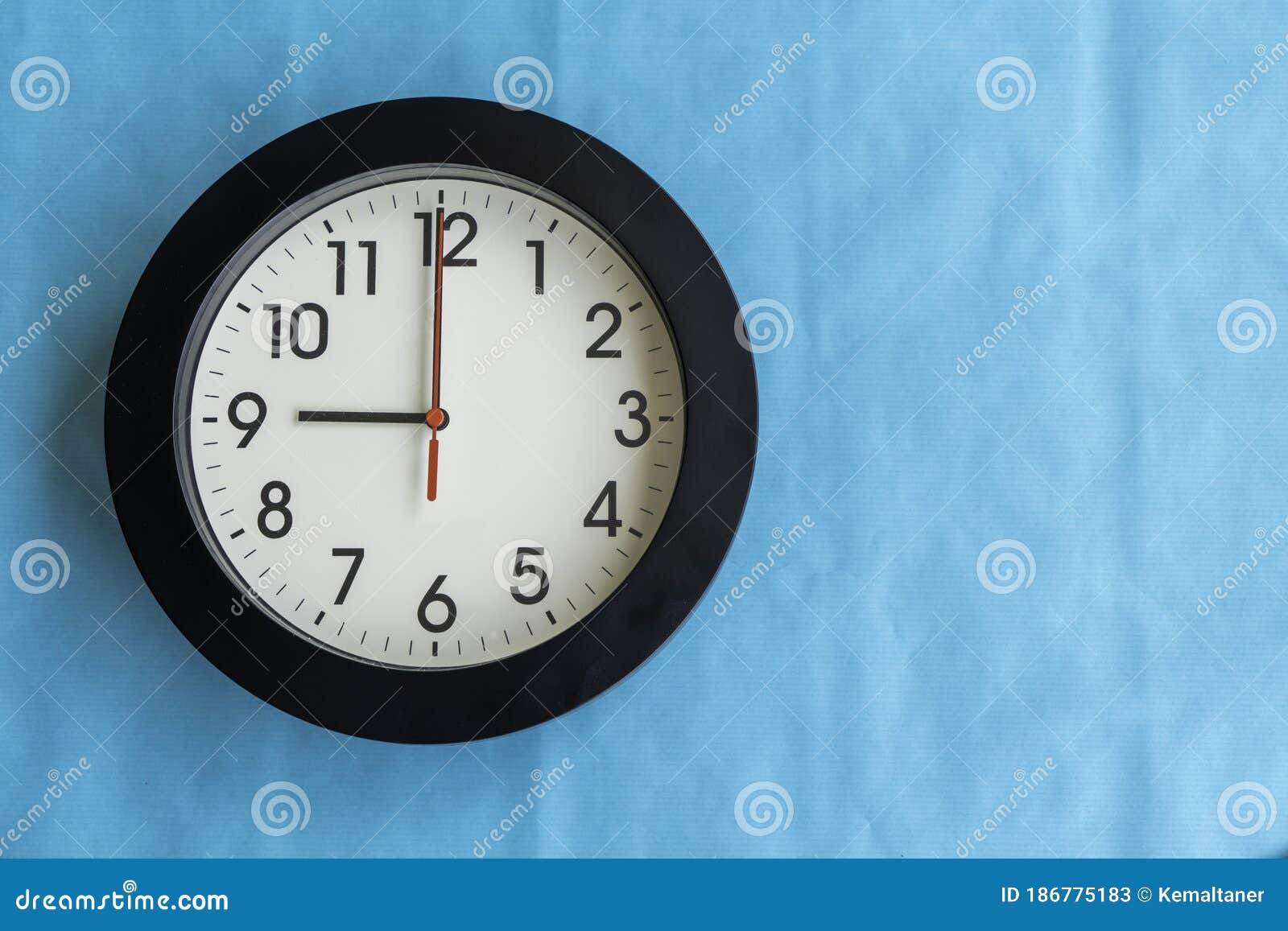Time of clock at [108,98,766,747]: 8:59
